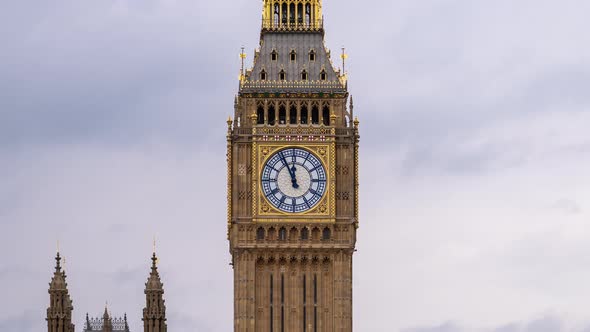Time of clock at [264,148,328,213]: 11:55
